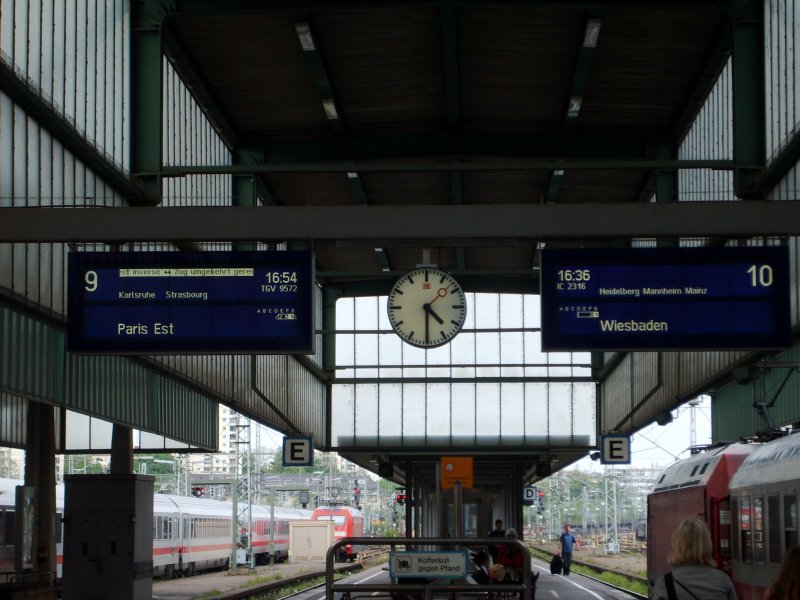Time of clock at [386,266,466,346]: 4:30
